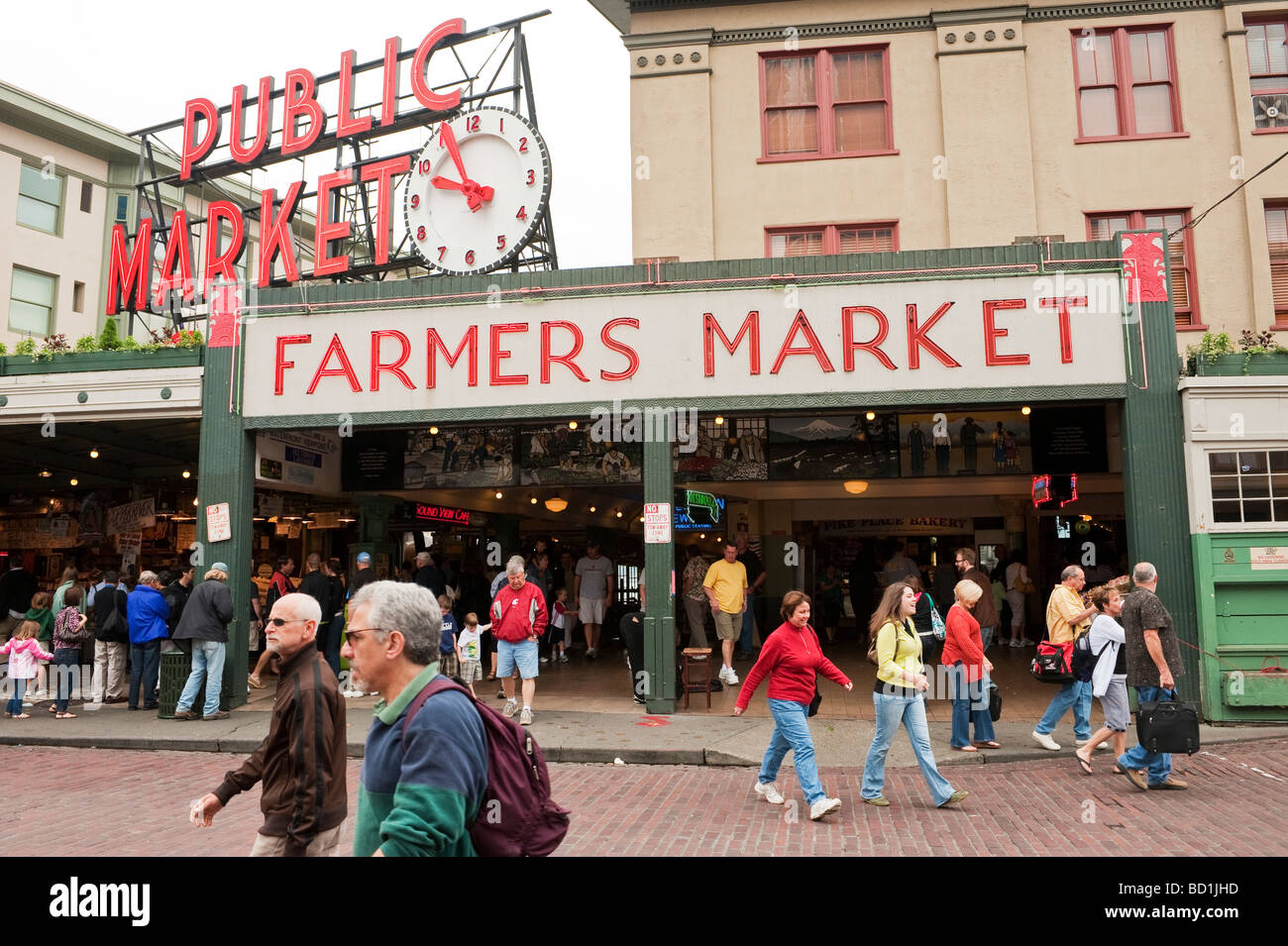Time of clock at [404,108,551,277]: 9:55
